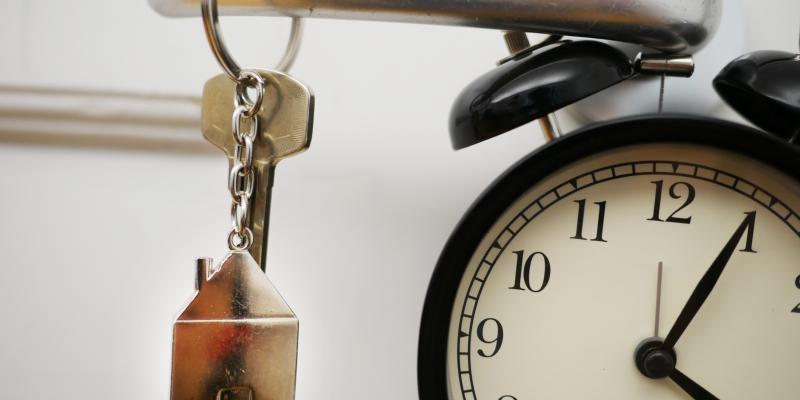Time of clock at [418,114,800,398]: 4:04
